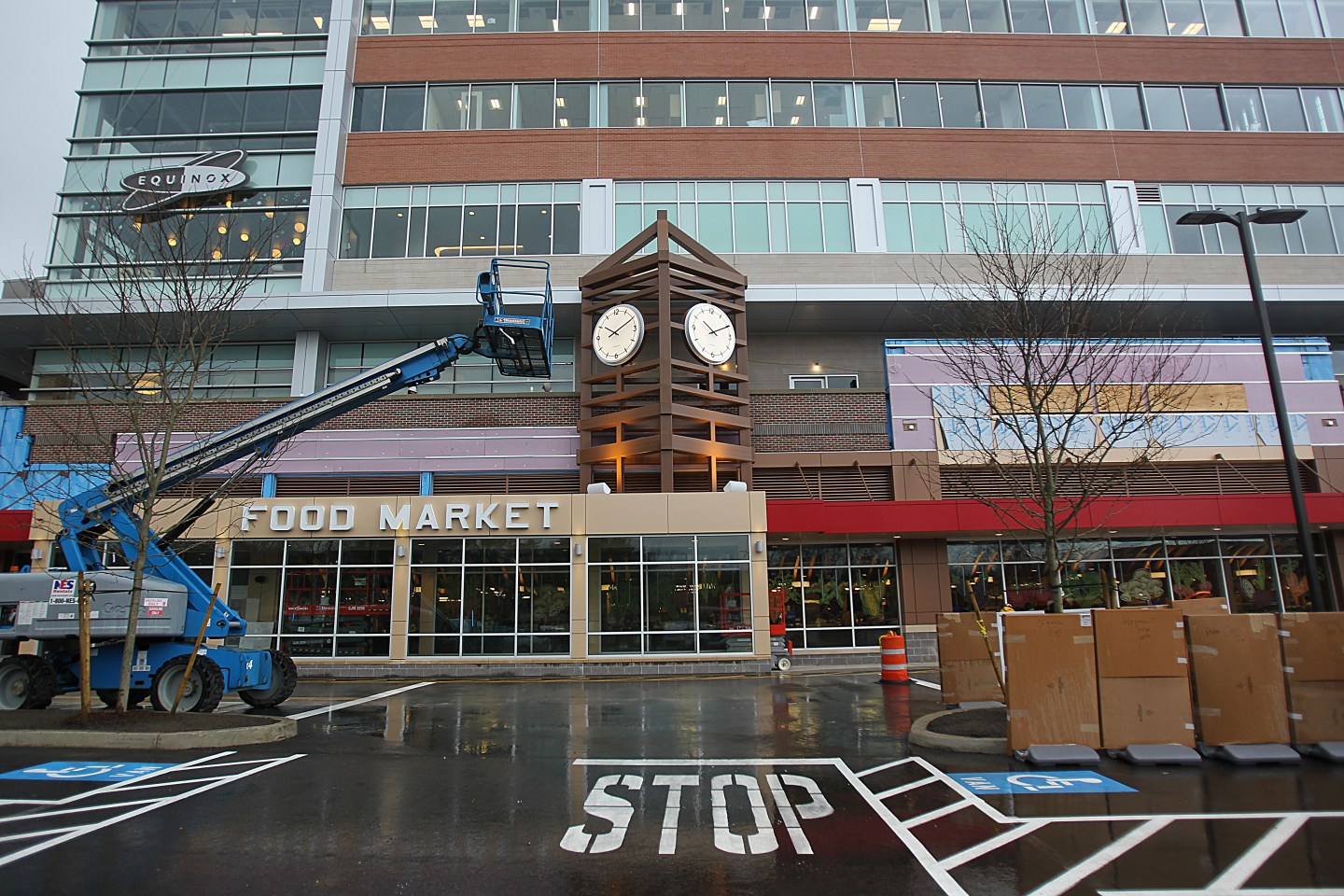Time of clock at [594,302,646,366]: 10:10
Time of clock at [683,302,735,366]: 10:10
